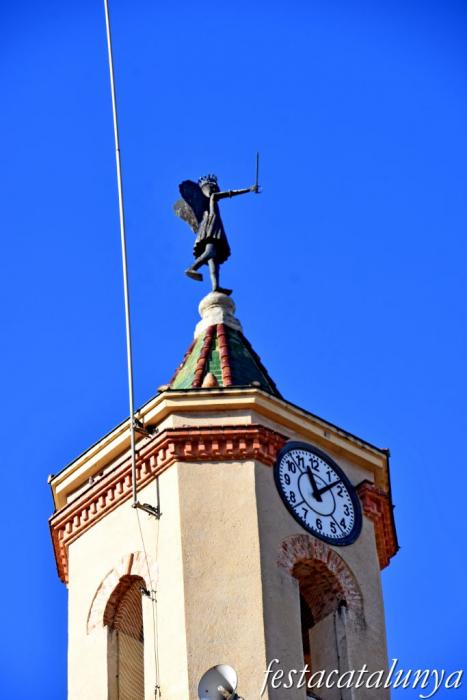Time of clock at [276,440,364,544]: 11:07
